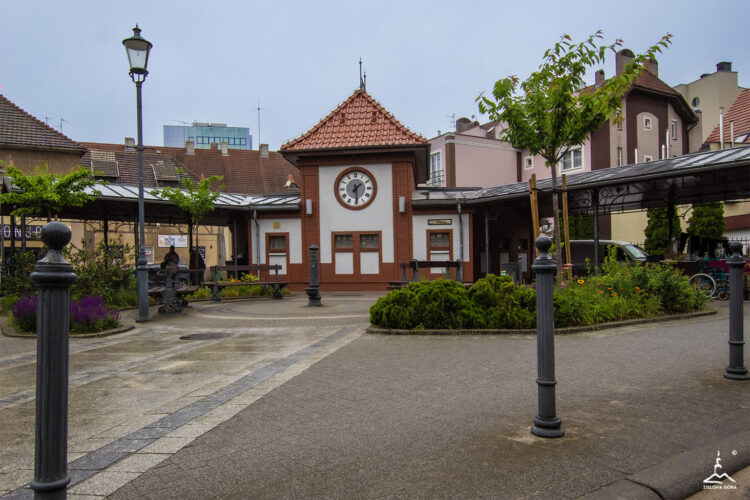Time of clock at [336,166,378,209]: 1:29
